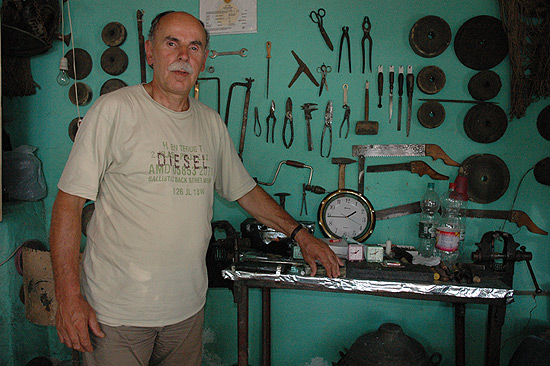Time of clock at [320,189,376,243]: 1:44
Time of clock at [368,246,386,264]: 1:42
